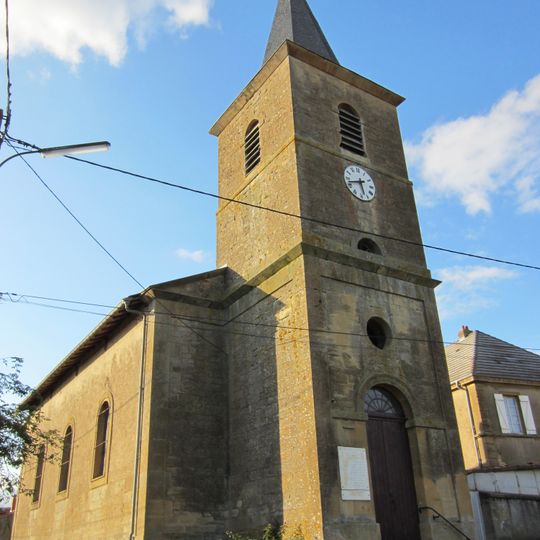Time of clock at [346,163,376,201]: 5:42
